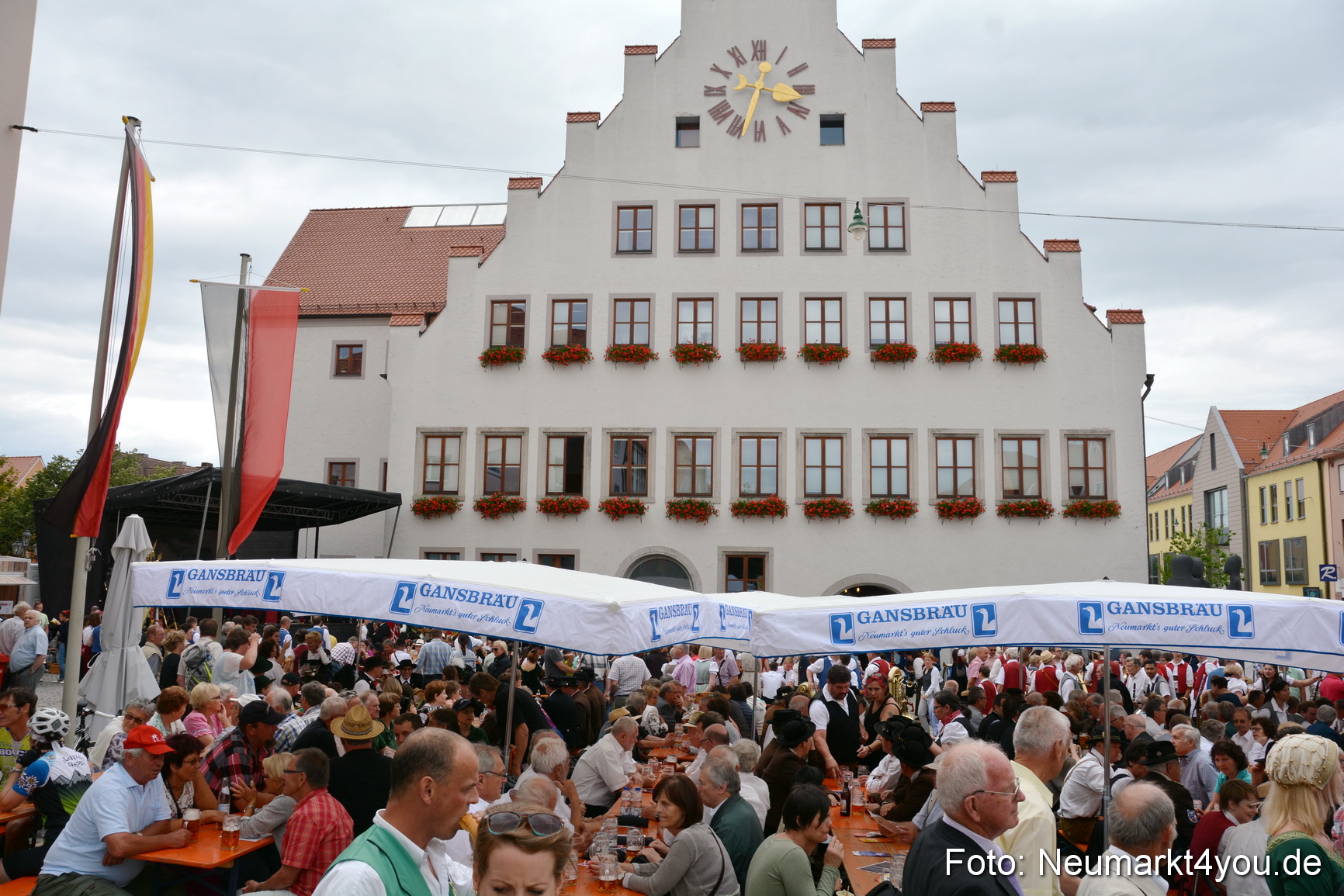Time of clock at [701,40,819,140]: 12:33
